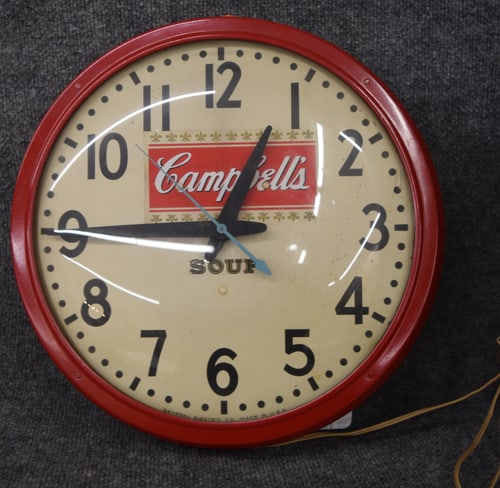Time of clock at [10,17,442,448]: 12:45
